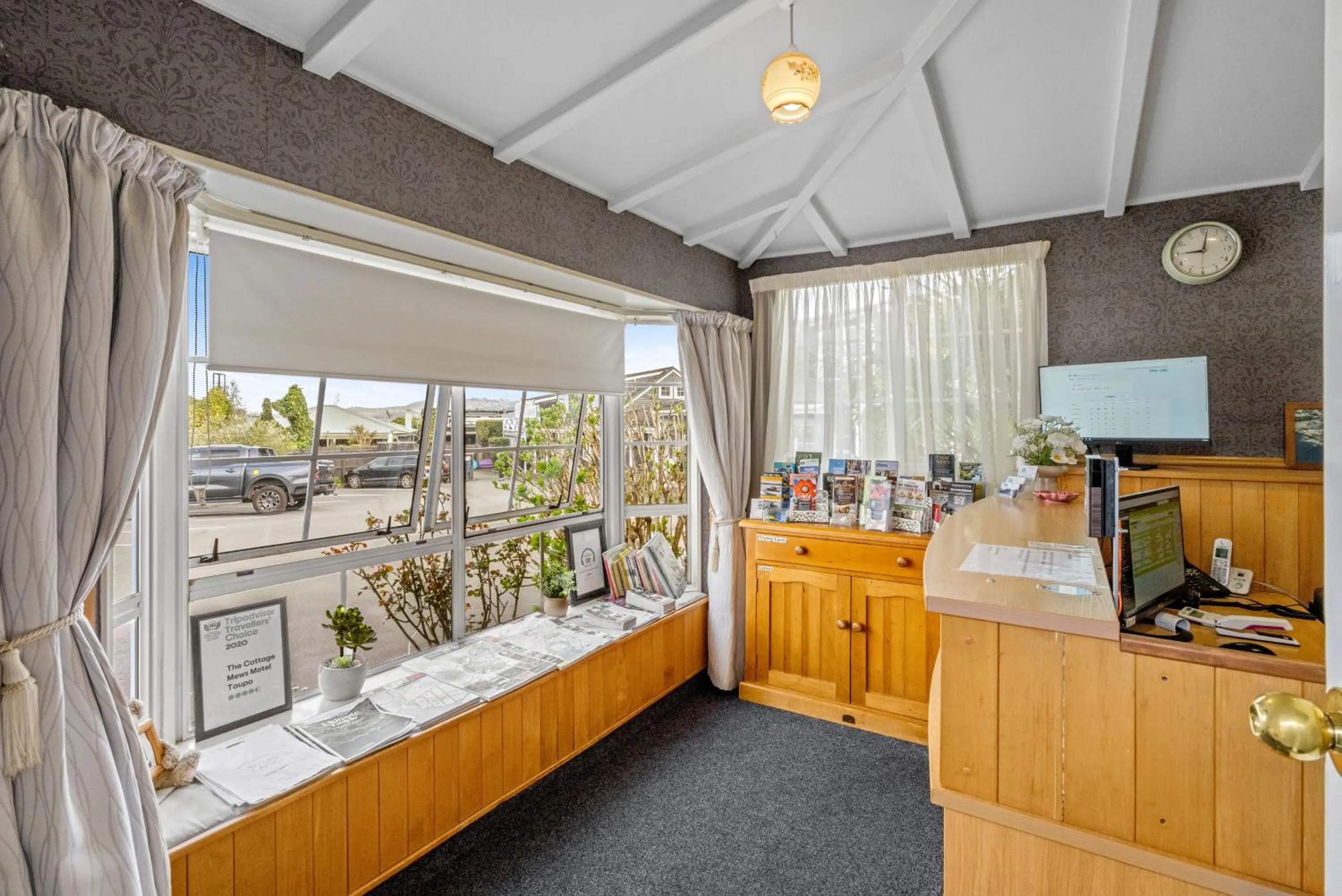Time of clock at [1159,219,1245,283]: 9:01
